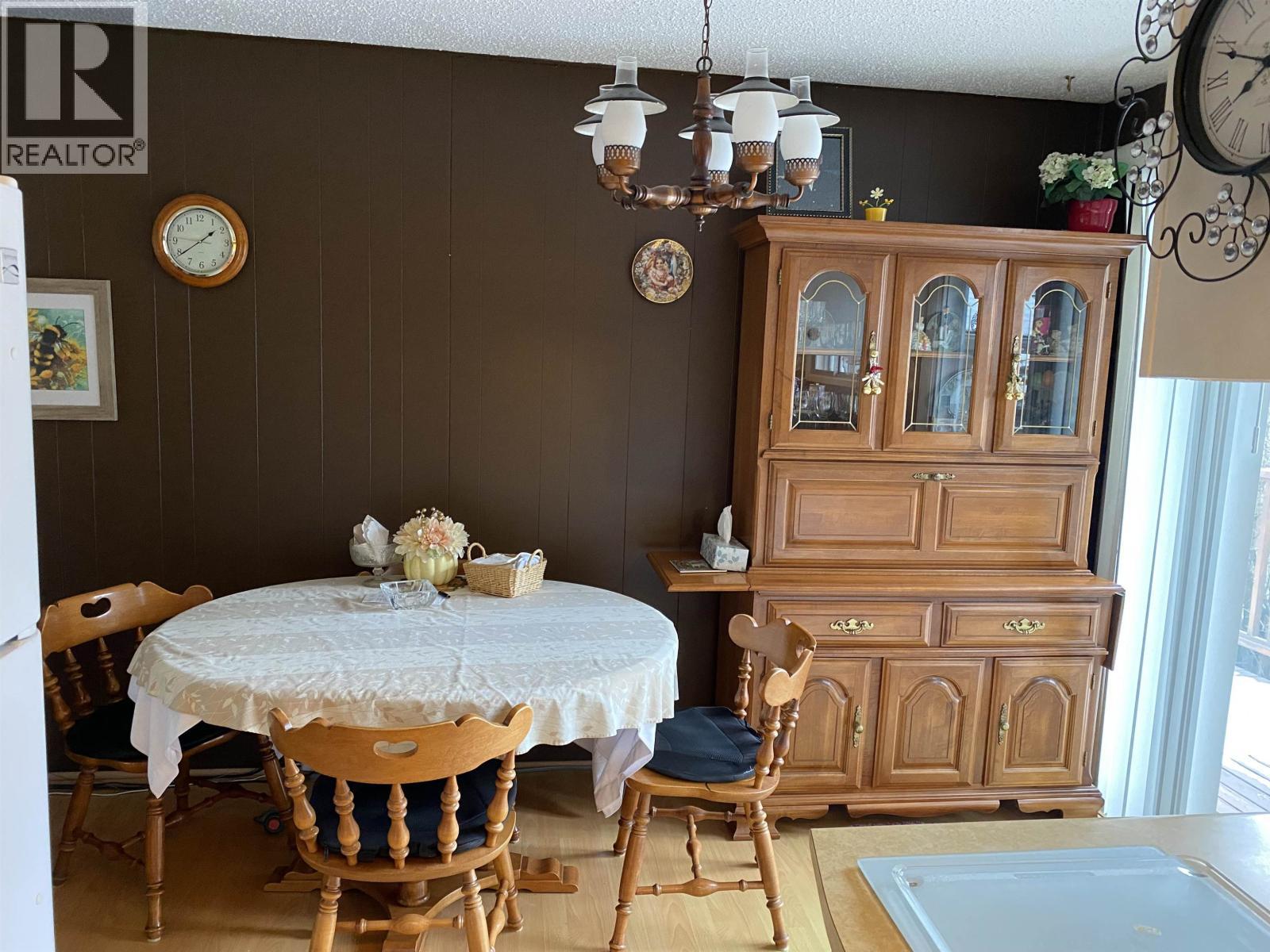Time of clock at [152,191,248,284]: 1:39
